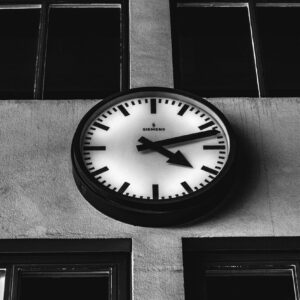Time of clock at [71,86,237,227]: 4:12
